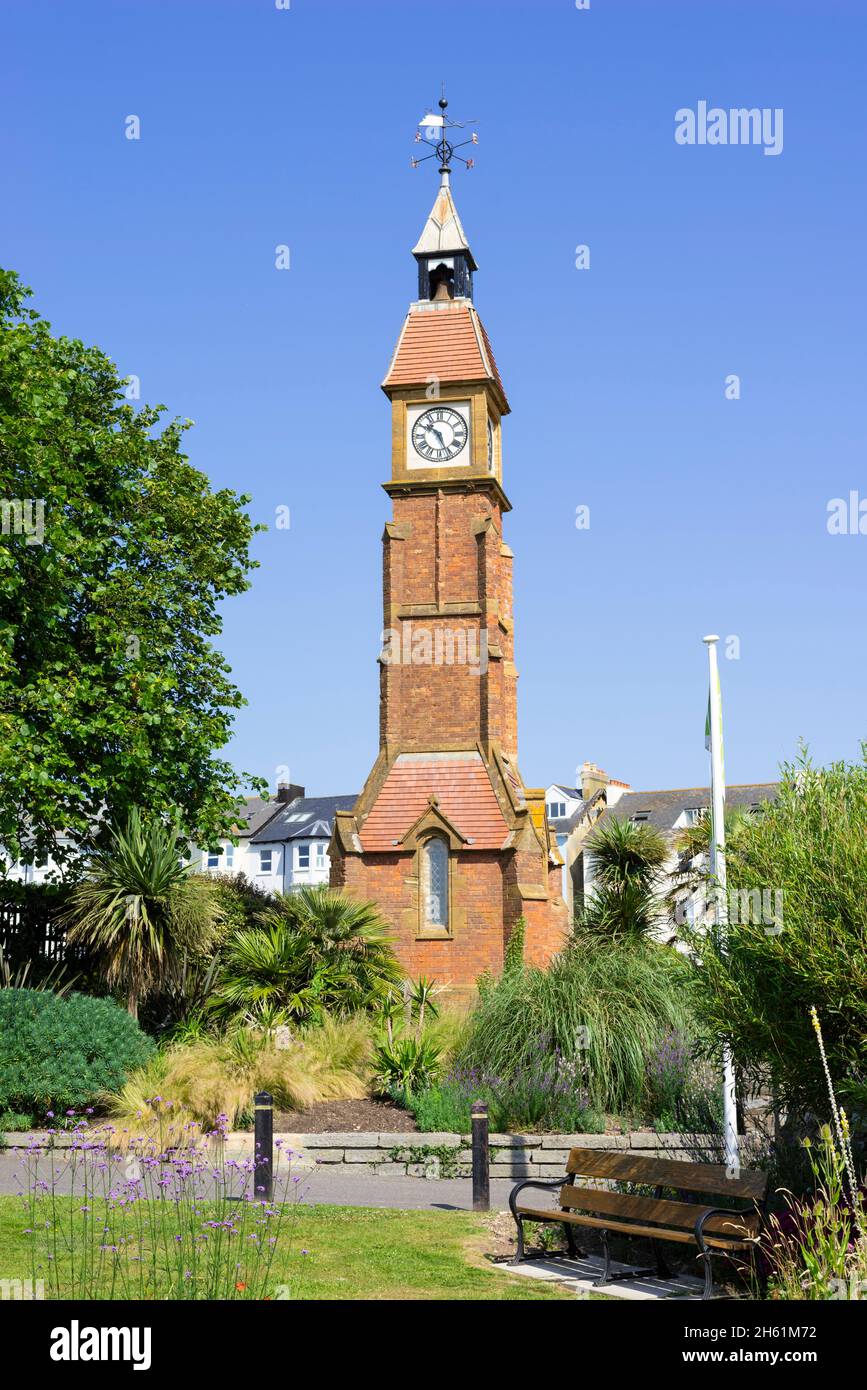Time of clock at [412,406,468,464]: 10:26
